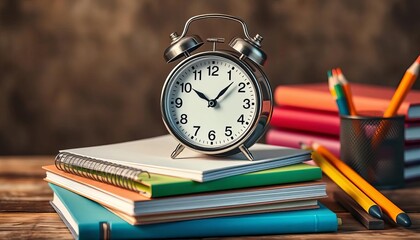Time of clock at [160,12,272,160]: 10:07
